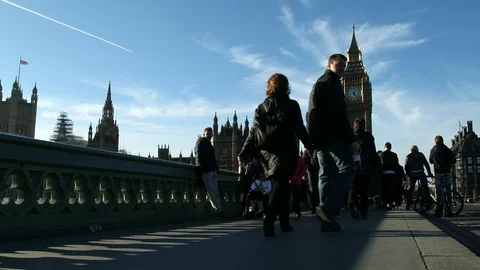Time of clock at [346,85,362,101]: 12:23
